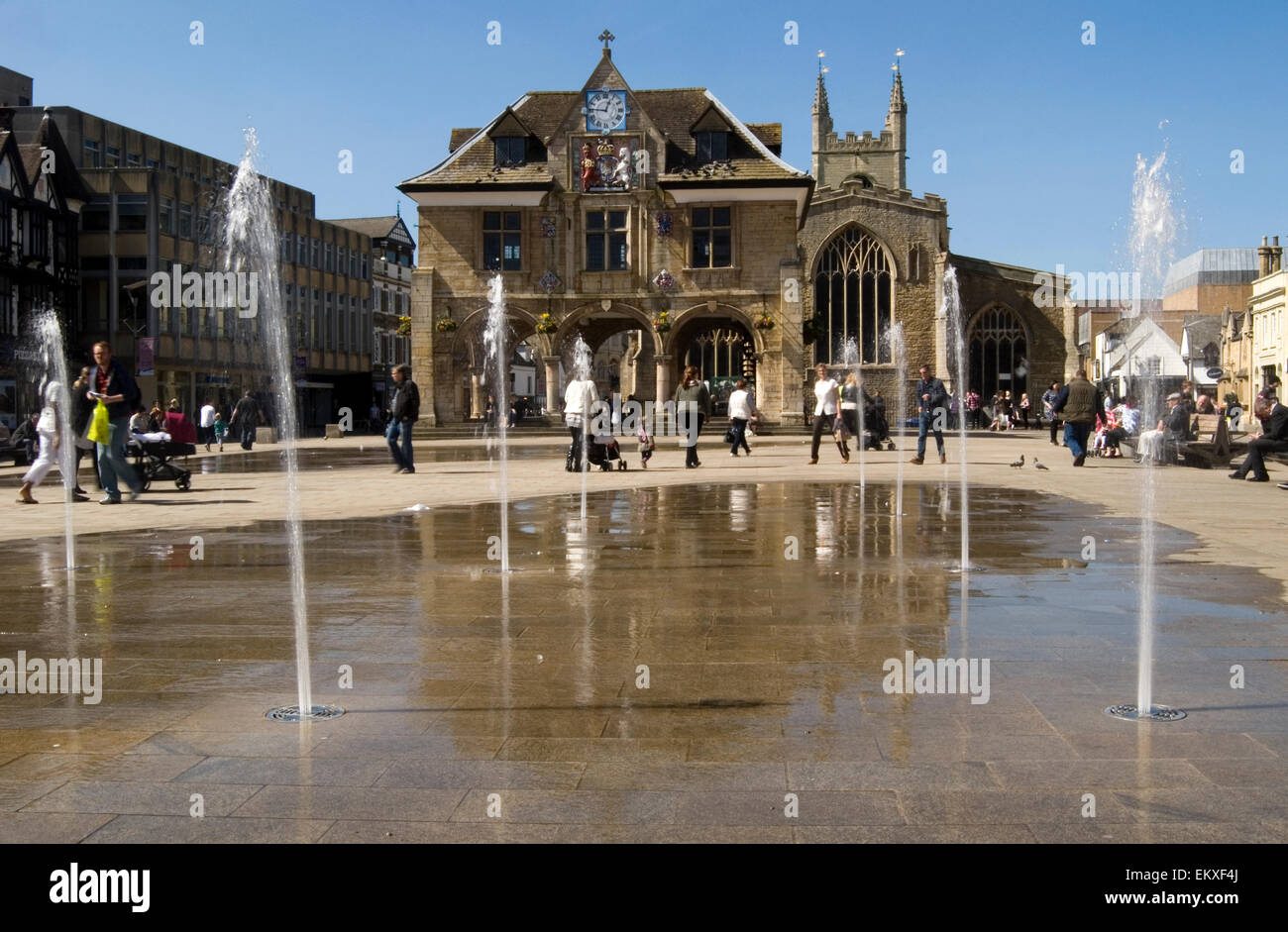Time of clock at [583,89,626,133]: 12:45
